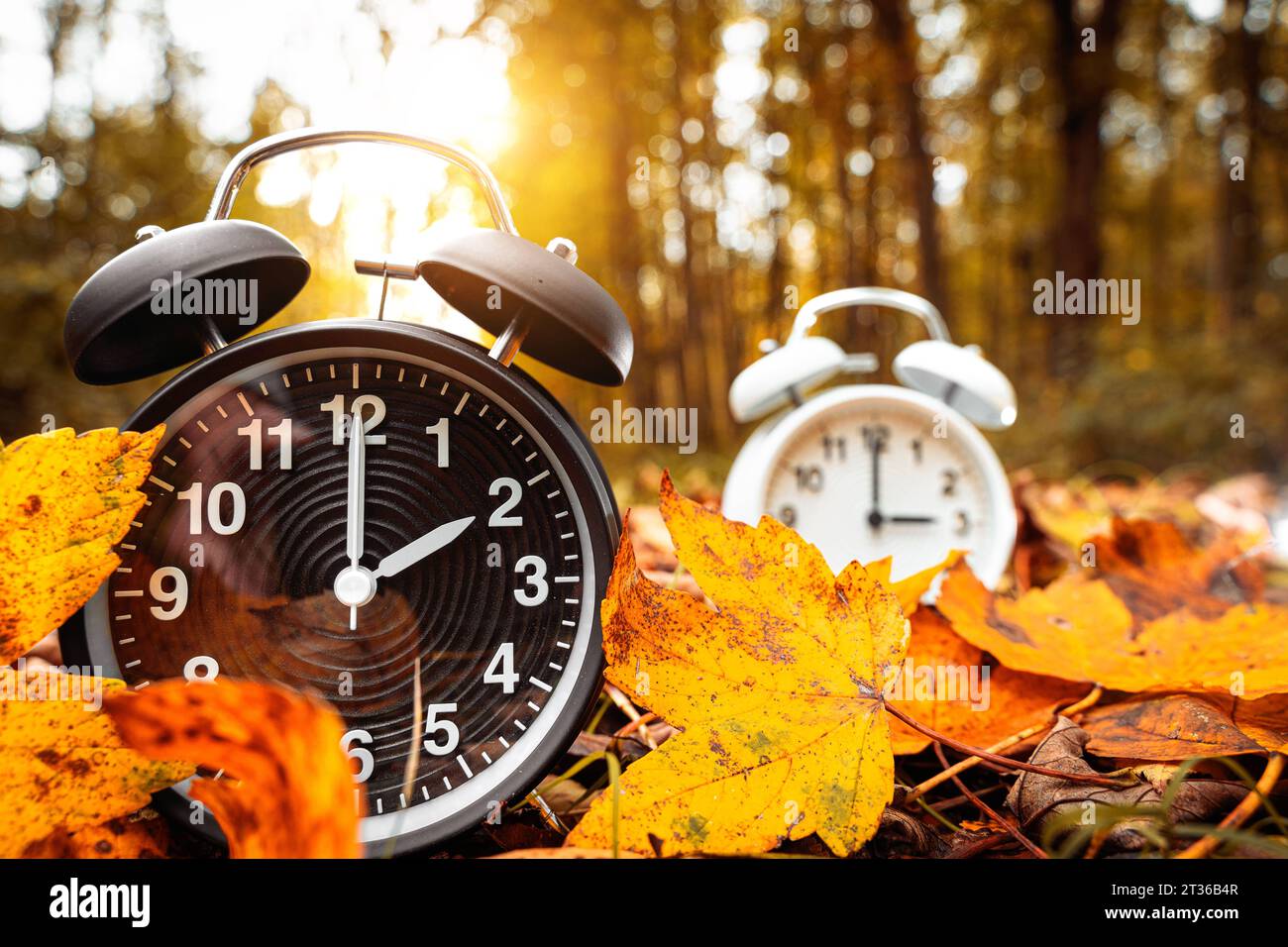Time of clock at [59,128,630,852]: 2:00
